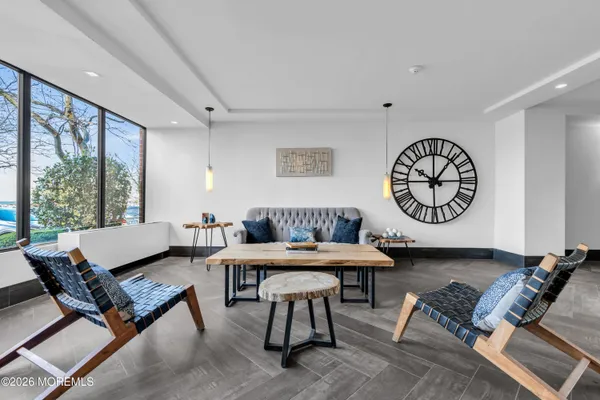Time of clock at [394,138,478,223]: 10:06
